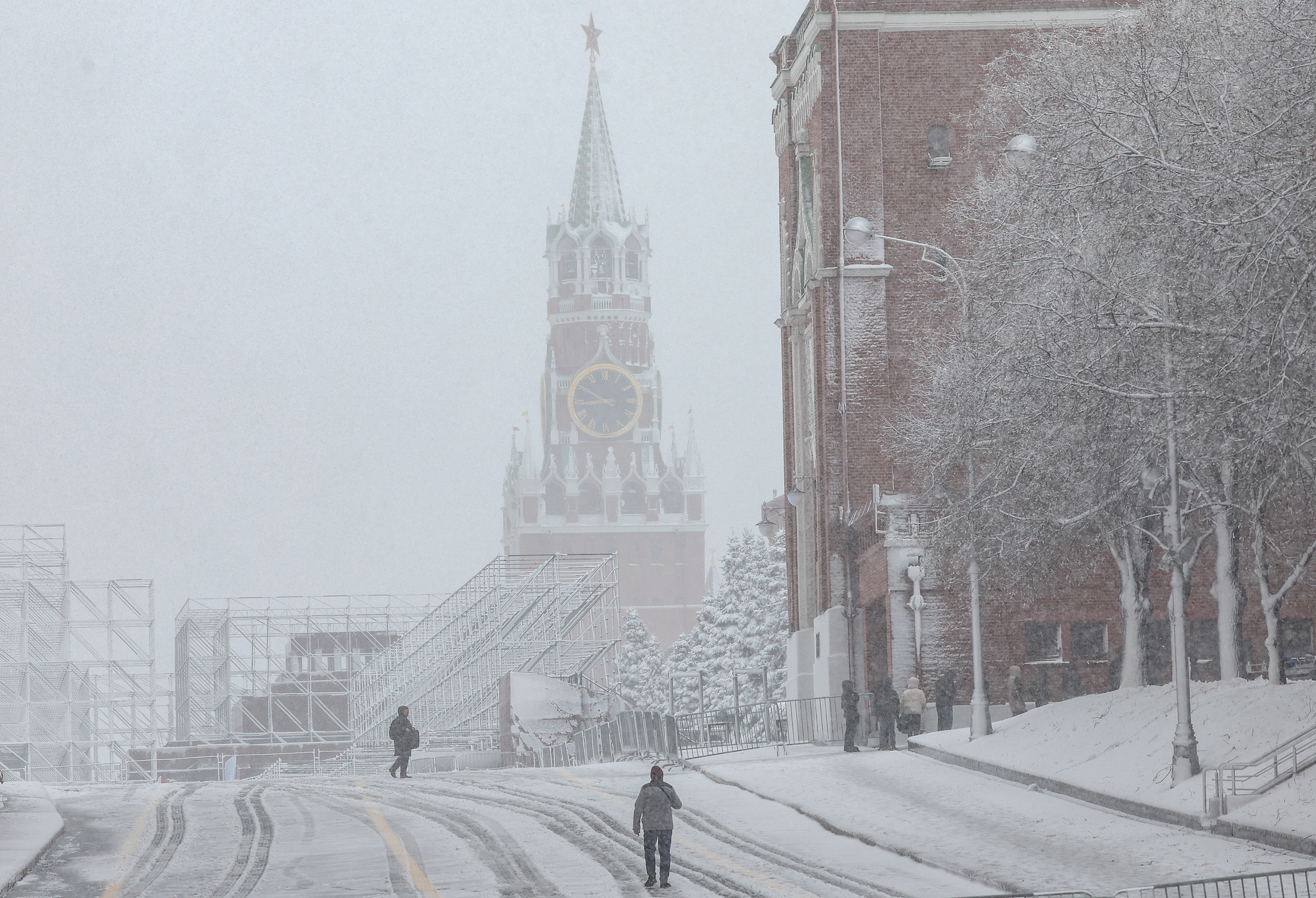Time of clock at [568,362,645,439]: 8:50
